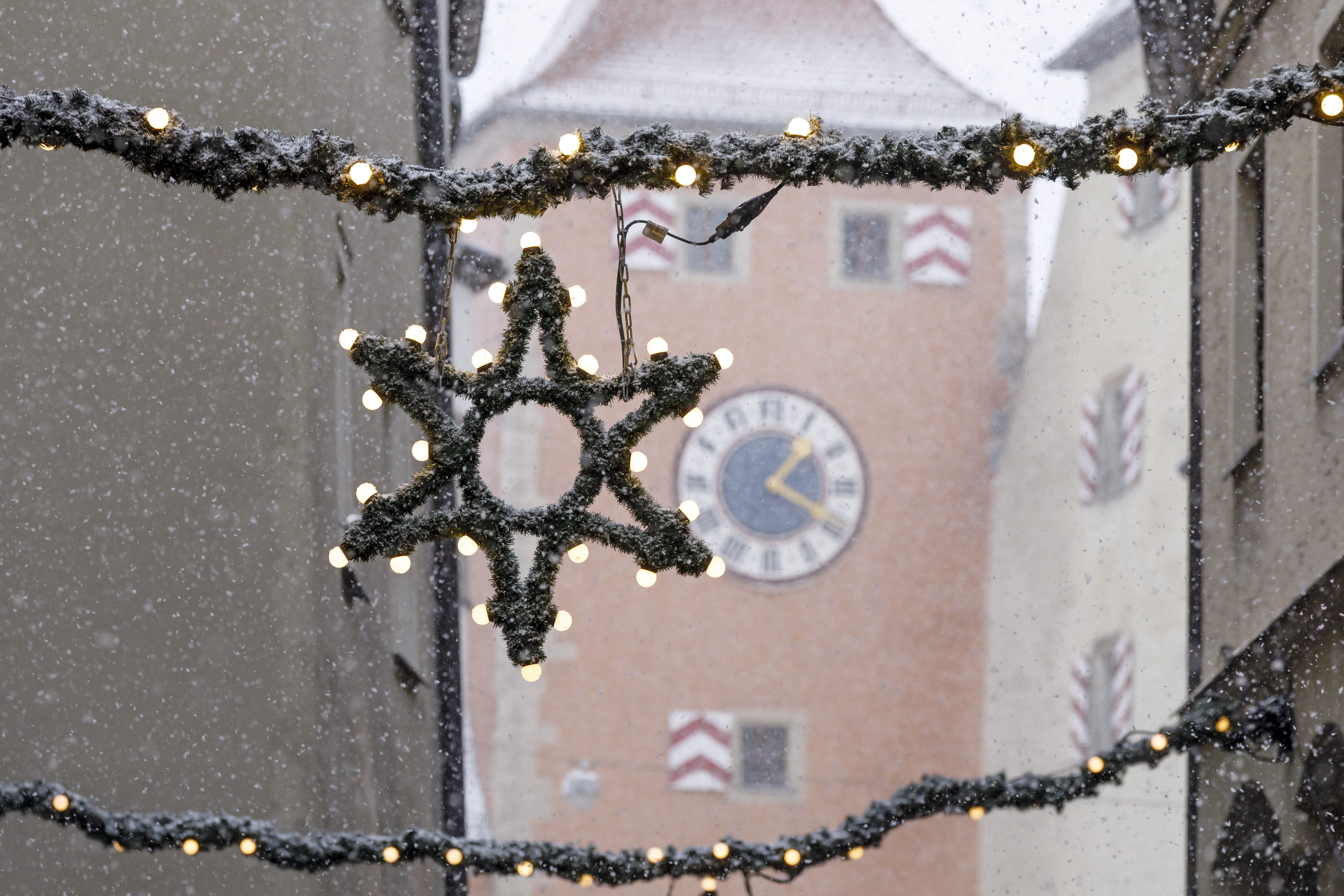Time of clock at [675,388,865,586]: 1:19
